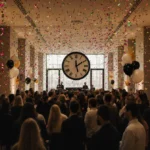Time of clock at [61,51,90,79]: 12:09
